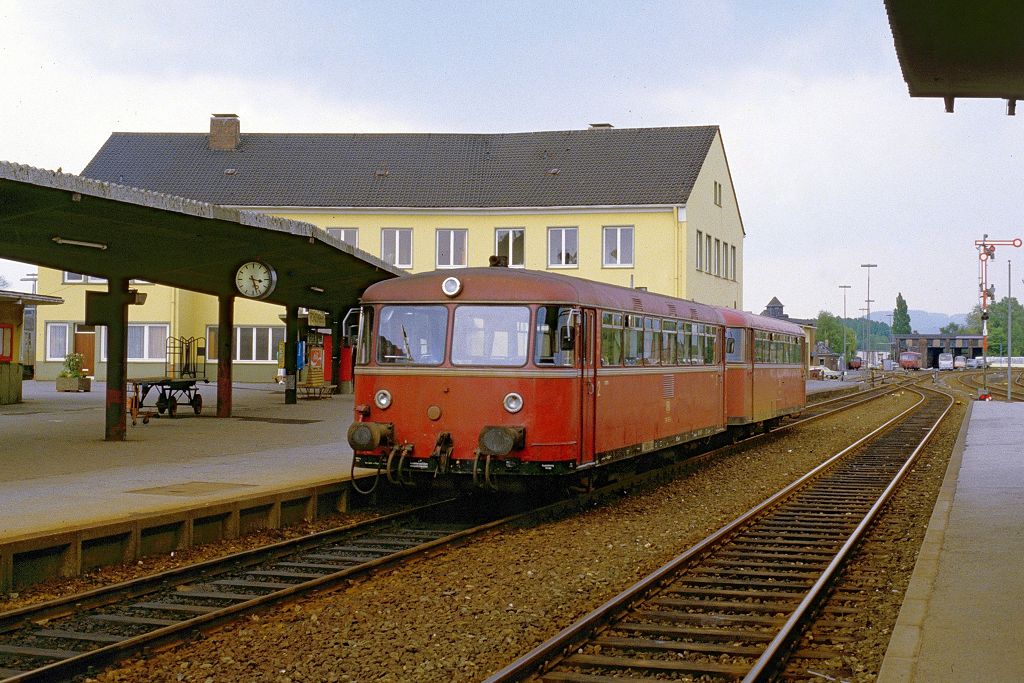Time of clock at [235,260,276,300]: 3:27
